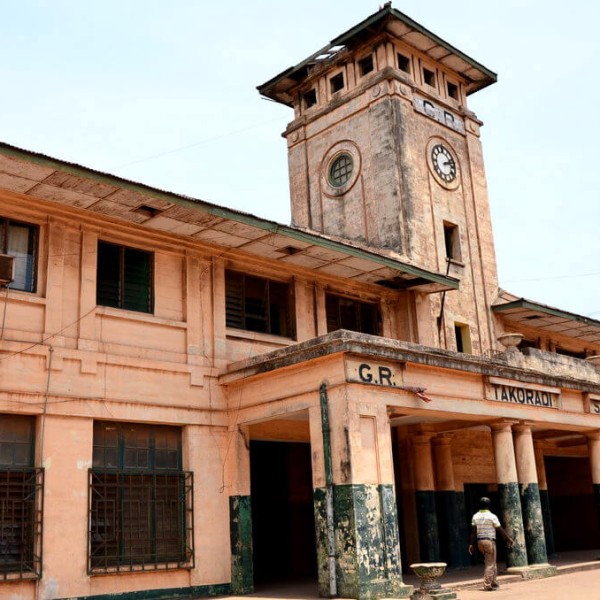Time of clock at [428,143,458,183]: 2:12
